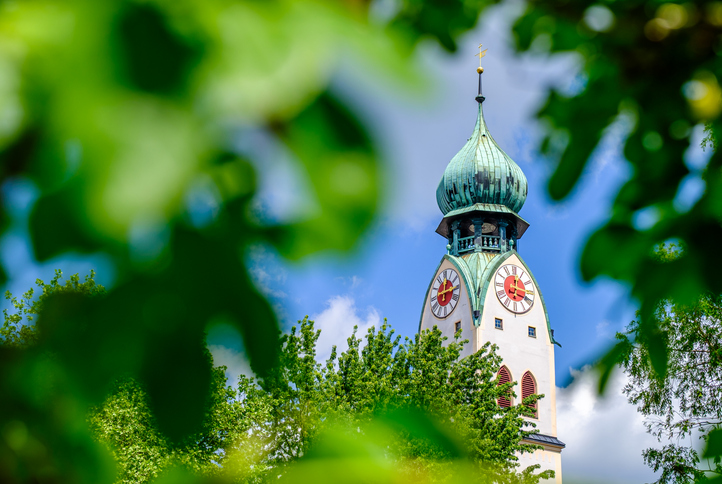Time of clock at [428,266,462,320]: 12:14
